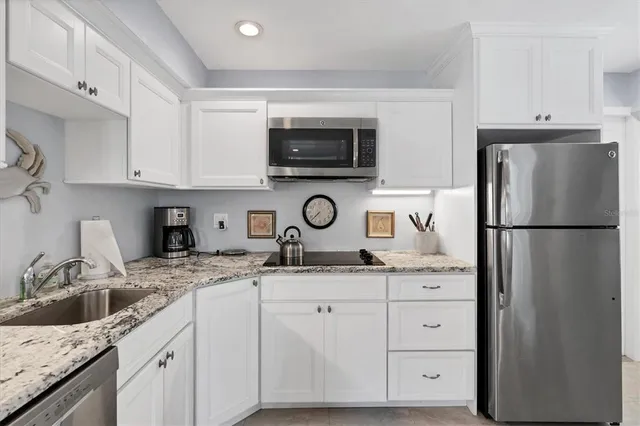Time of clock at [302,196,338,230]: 7:37
